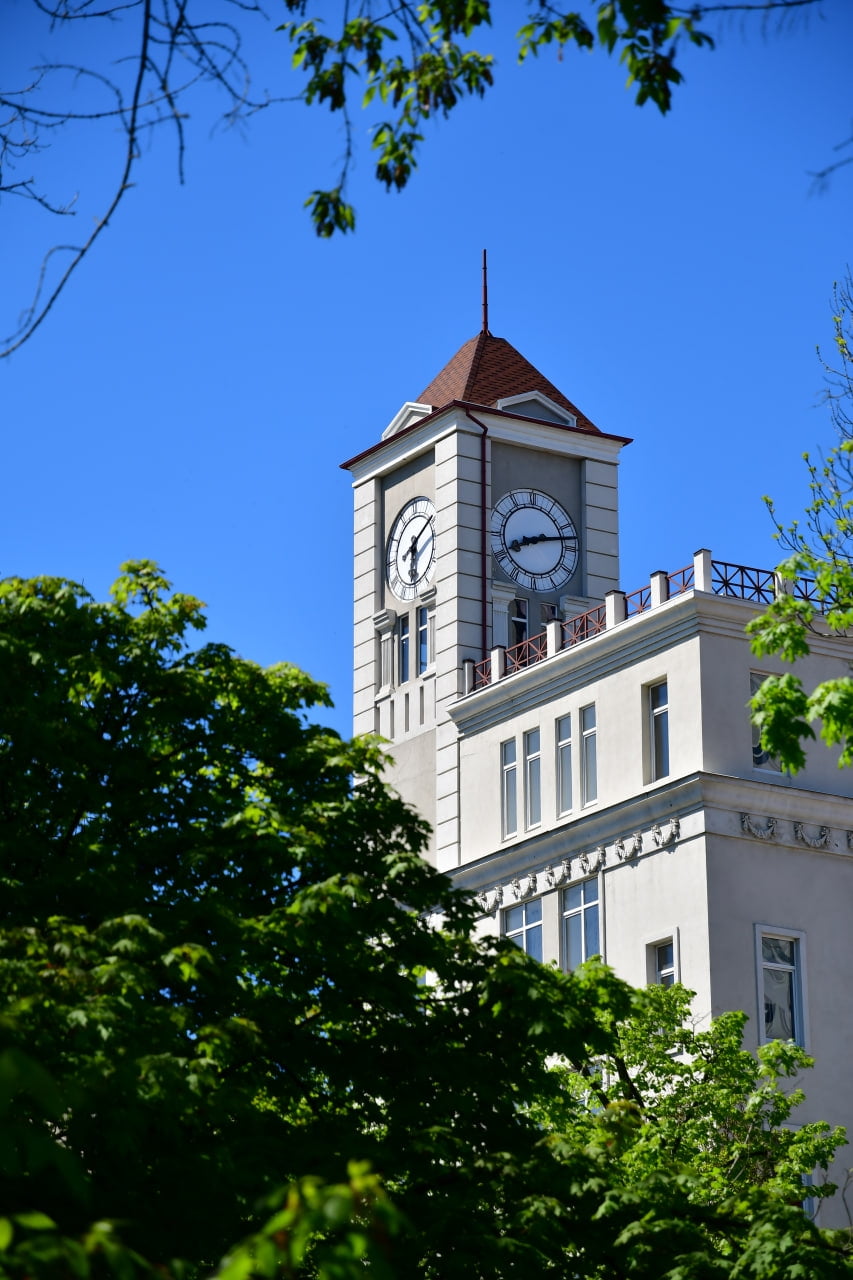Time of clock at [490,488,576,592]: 8:12
